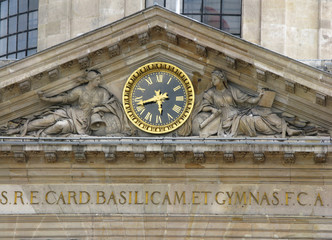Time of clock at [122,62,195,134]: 5:42
